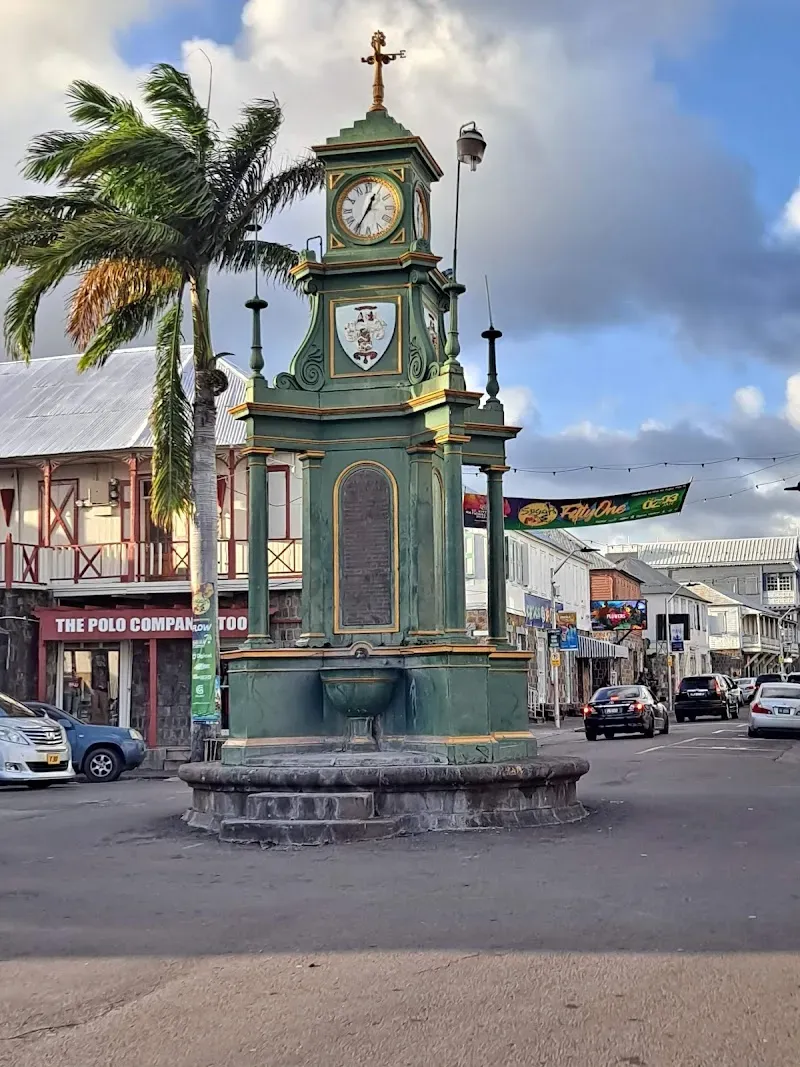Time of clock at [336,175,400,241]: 12:35
